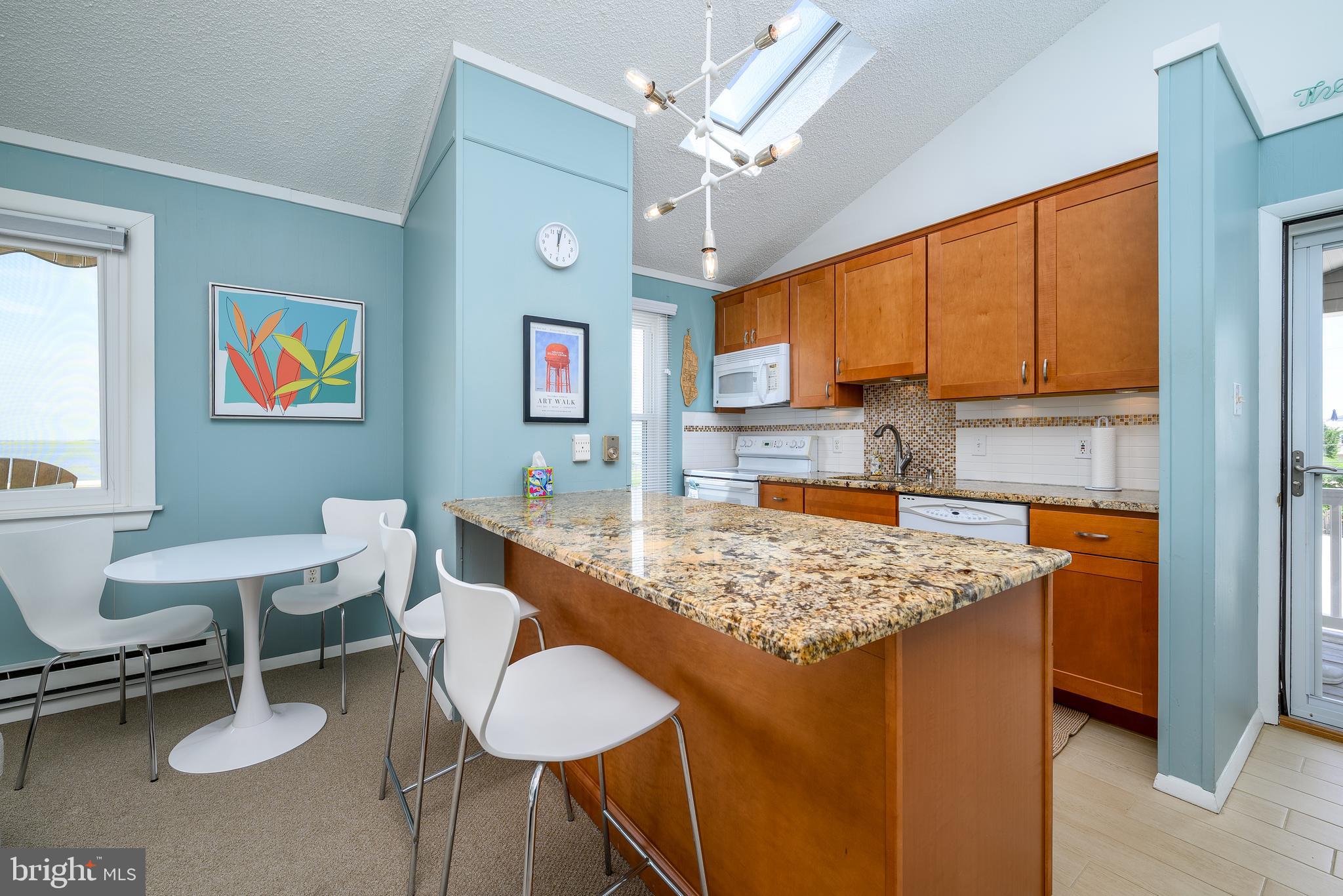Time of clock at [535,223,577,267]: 12:01
